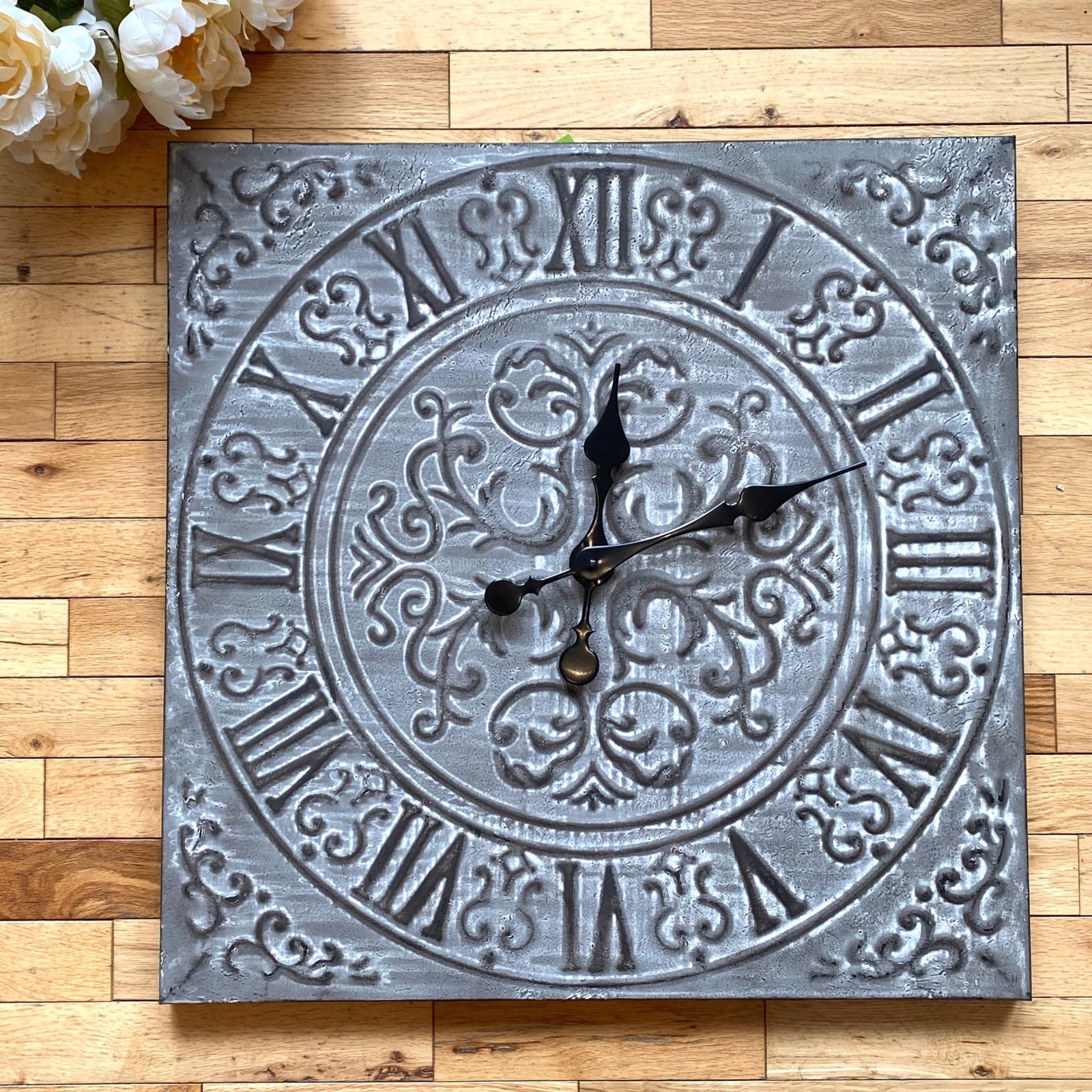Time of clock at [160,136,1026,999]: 12:11
